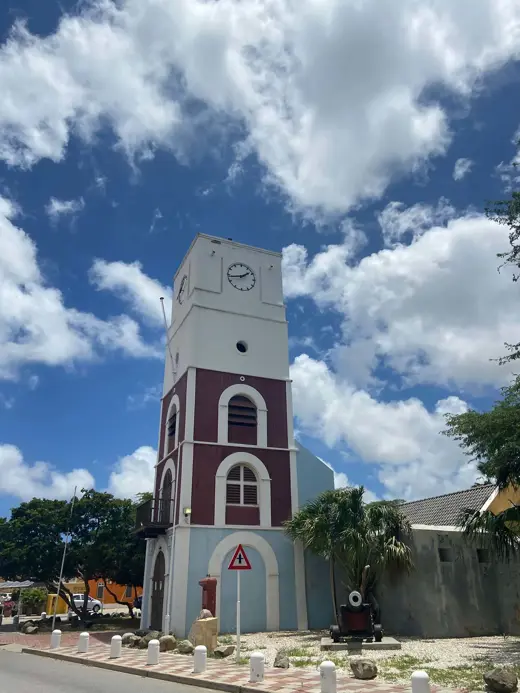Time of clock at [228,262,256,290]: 1:43
